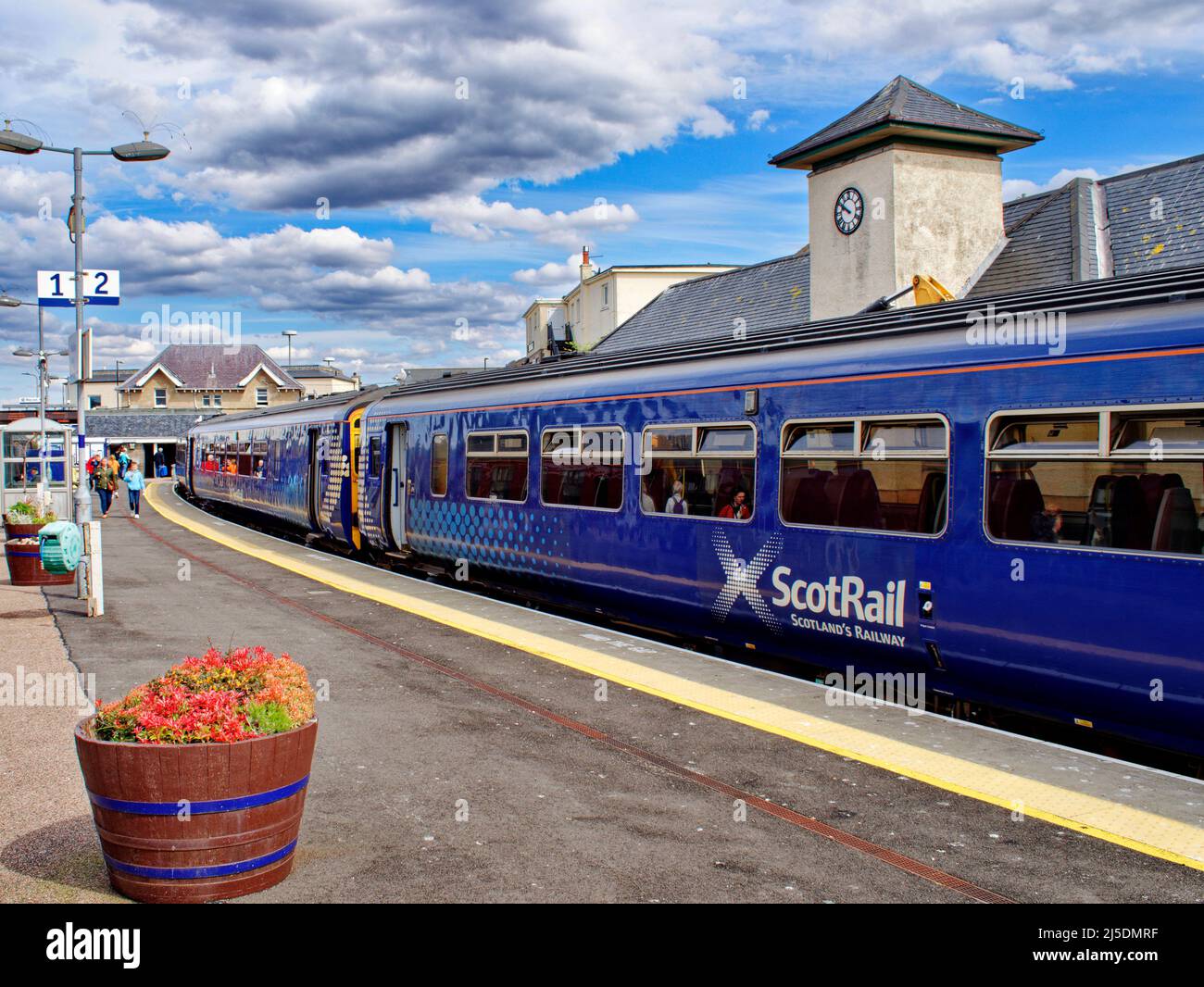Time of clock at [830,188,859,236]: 9:50
